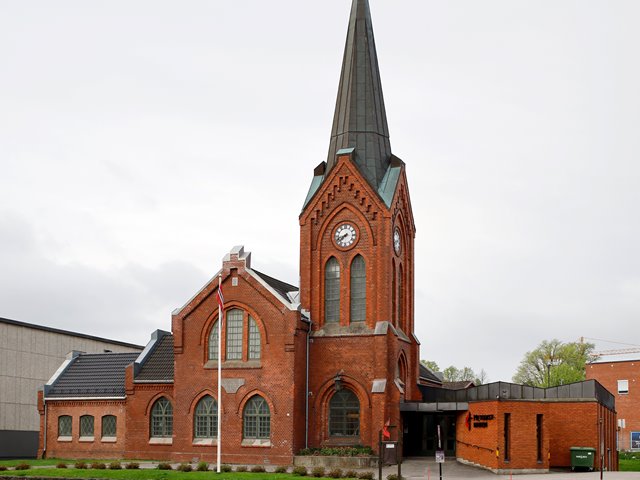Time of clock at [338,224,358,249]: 7:42
